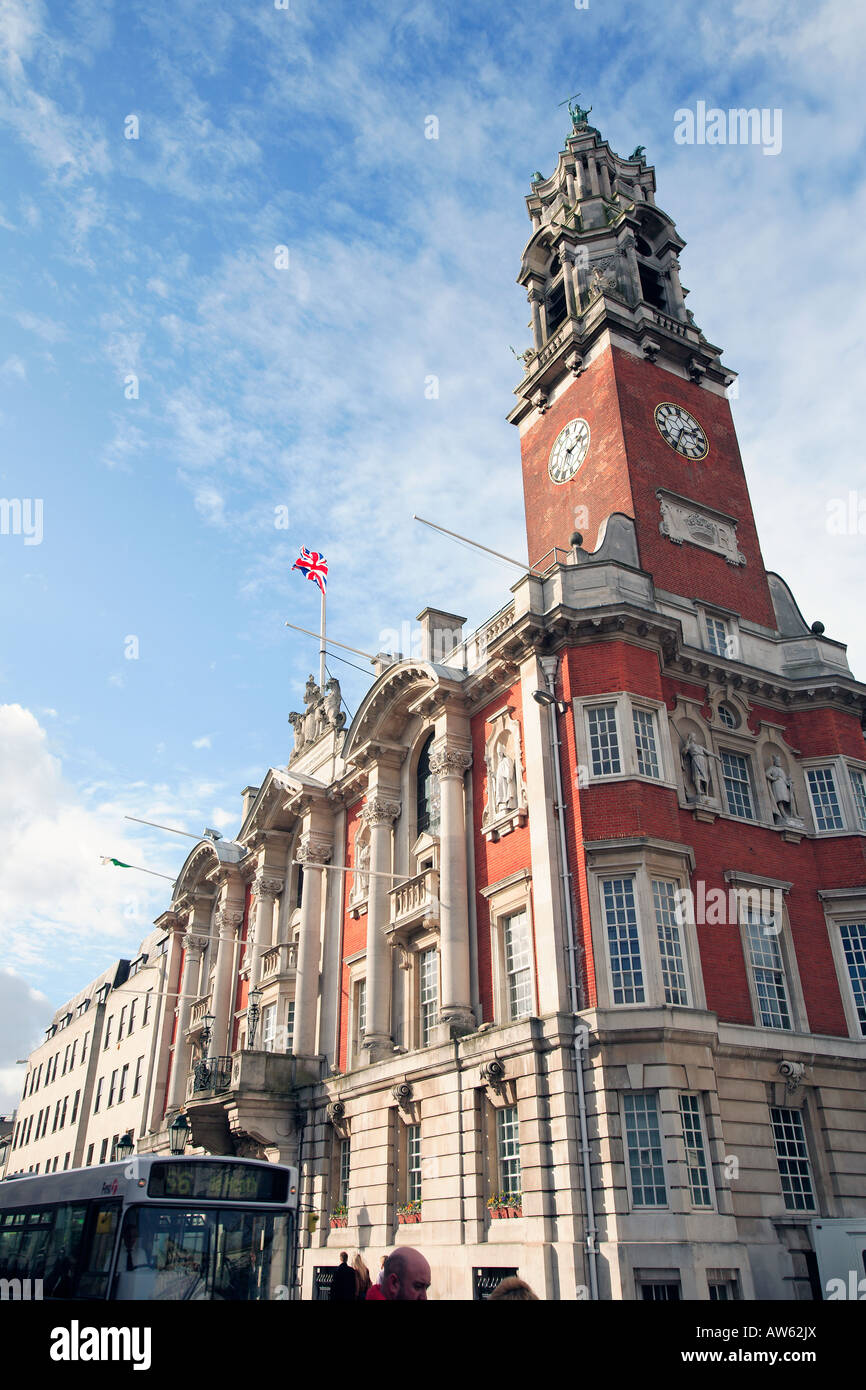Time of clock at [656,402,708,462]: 2:34
